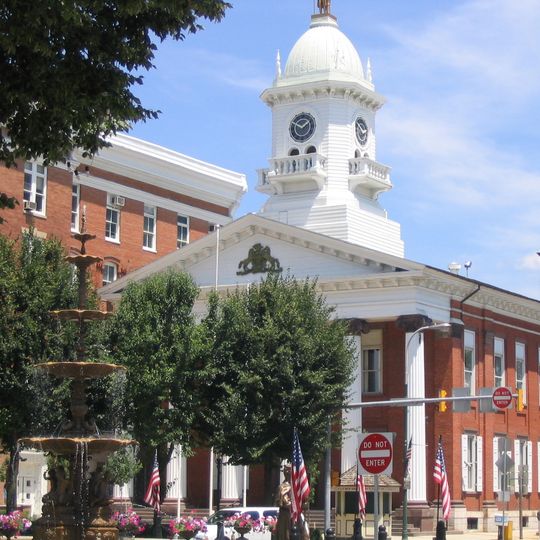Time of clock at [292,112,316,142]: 1:49
